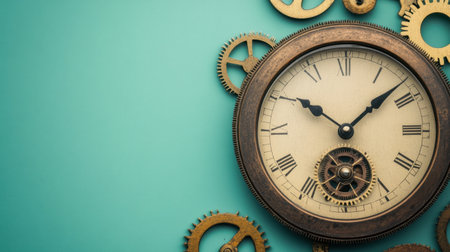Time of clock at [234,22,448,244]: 10:07
